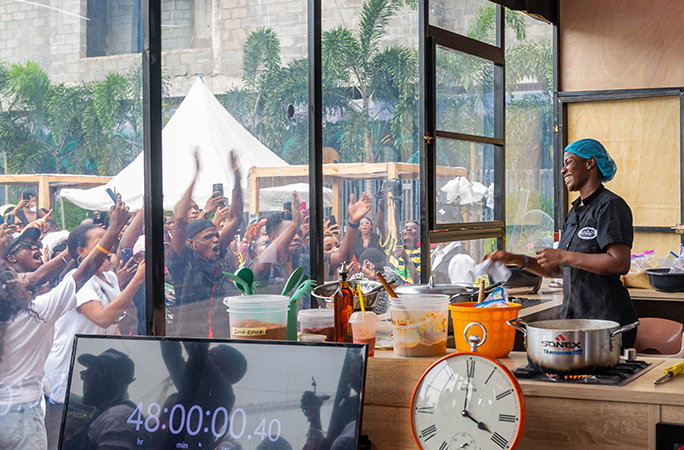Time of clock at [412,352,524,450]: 4:00
